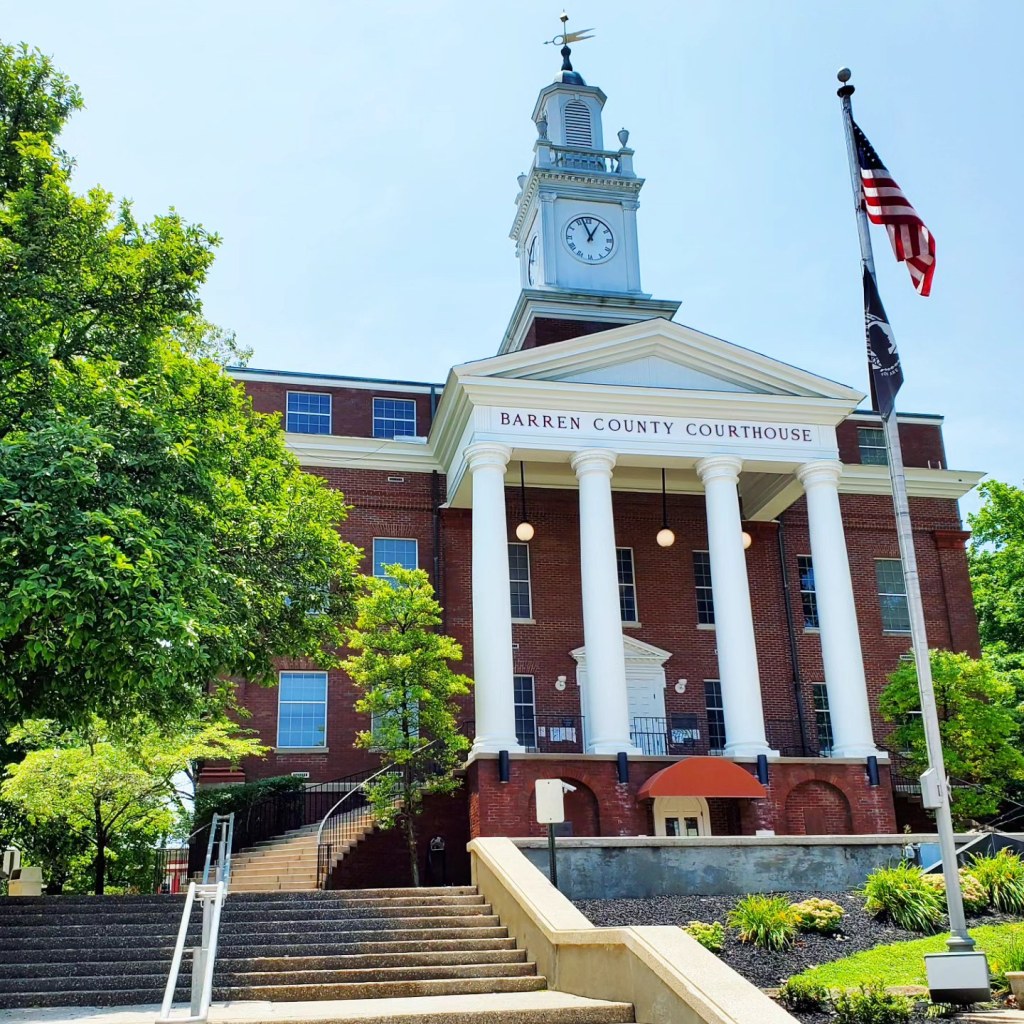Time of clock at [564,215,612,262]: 12:57
